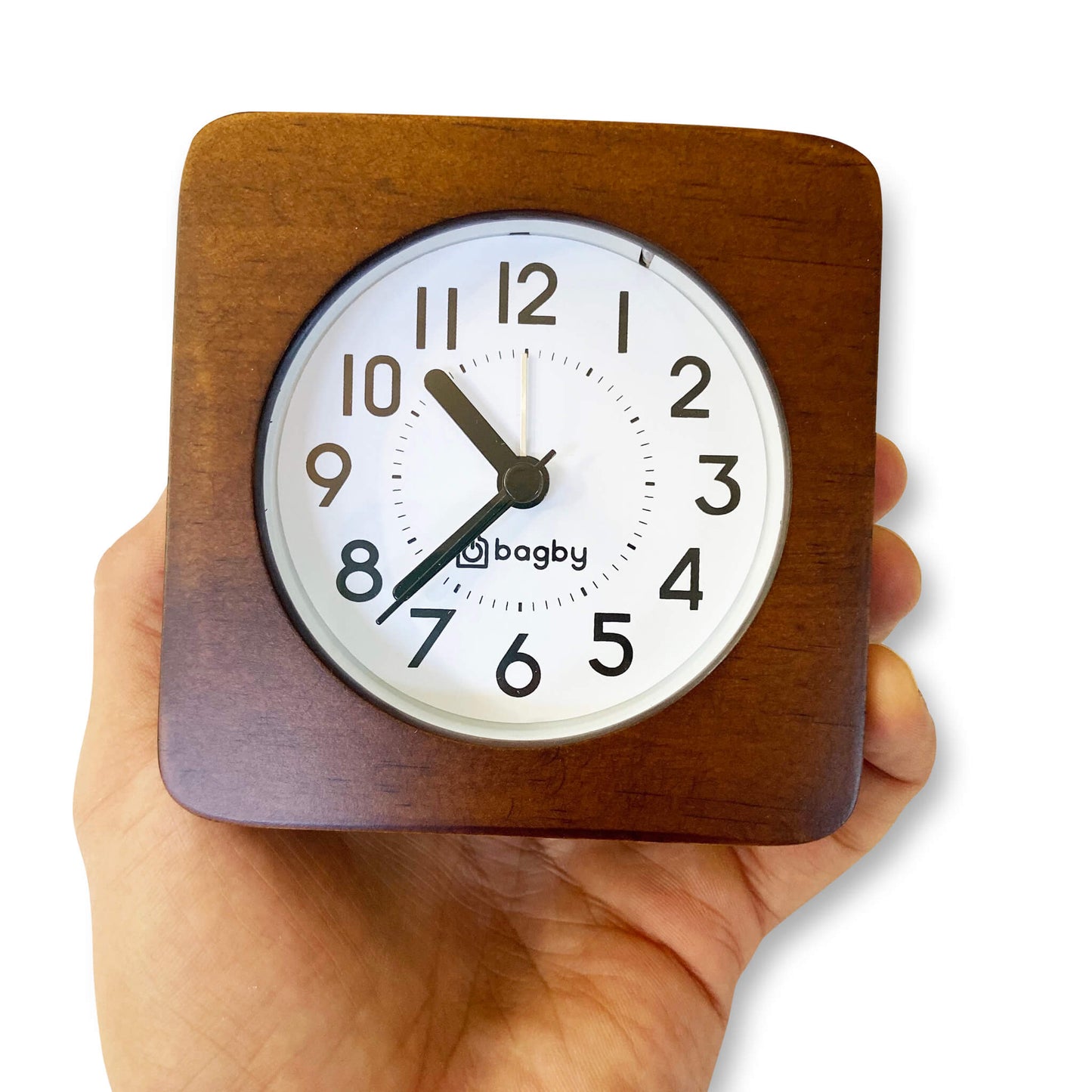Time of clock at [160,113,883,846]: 10:37
